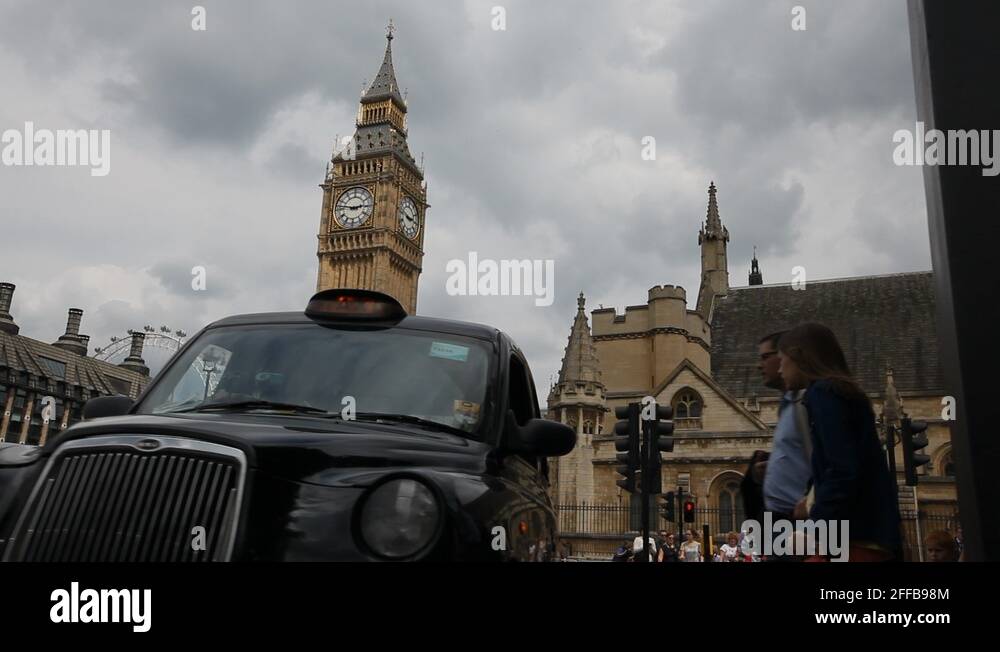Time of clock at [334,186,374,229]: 2:47
